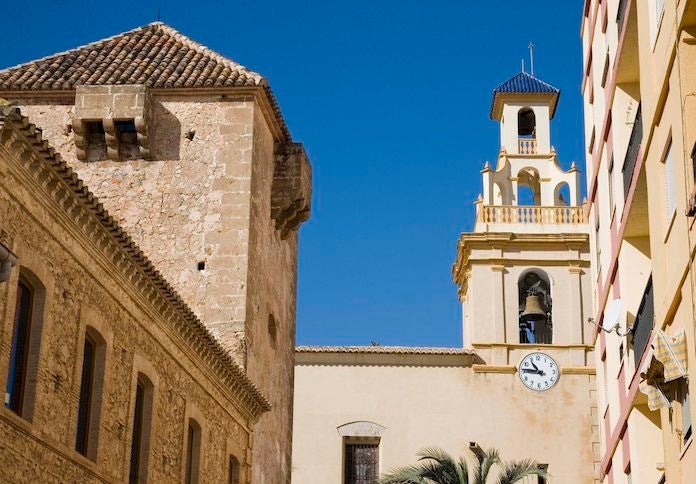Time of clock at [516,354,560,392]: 10:46
